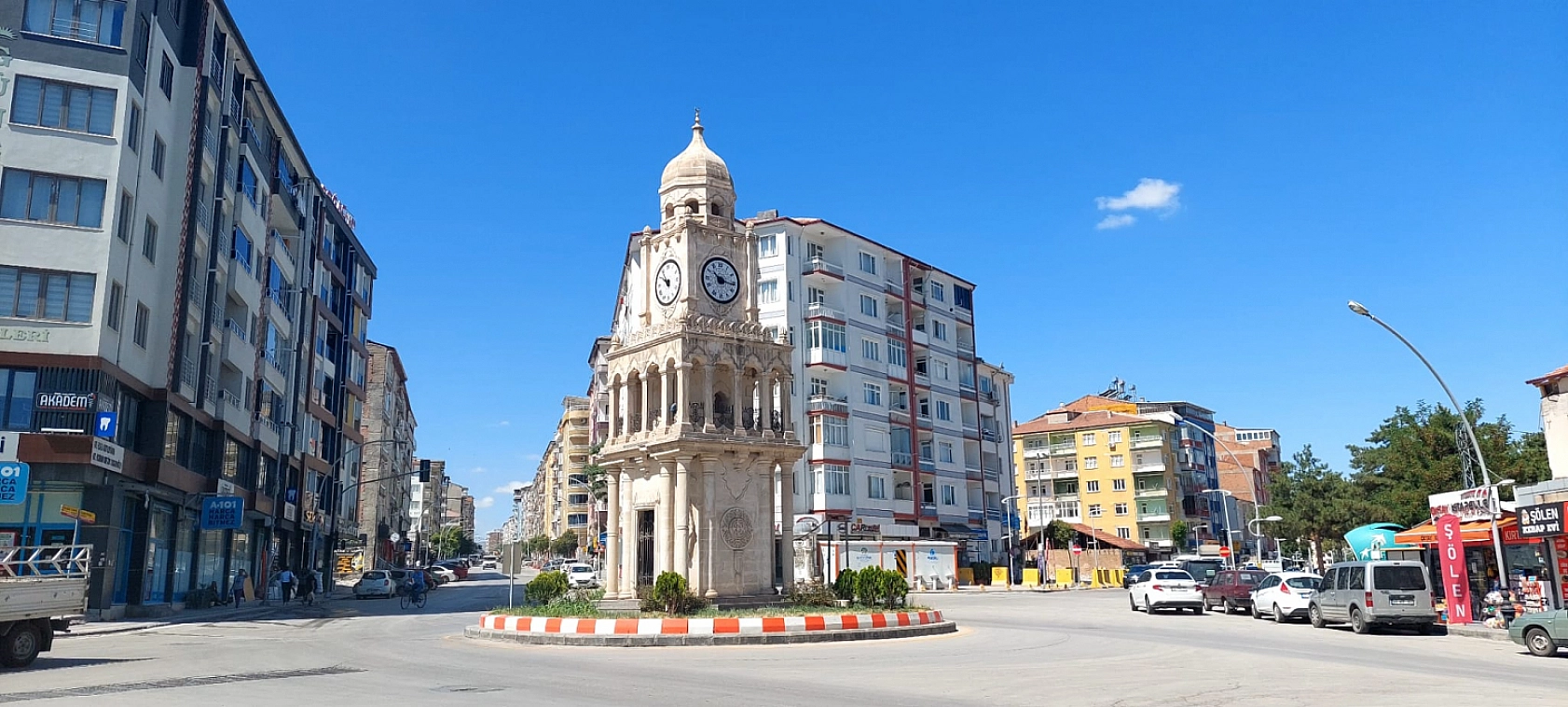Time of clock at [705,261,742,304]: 10:16
